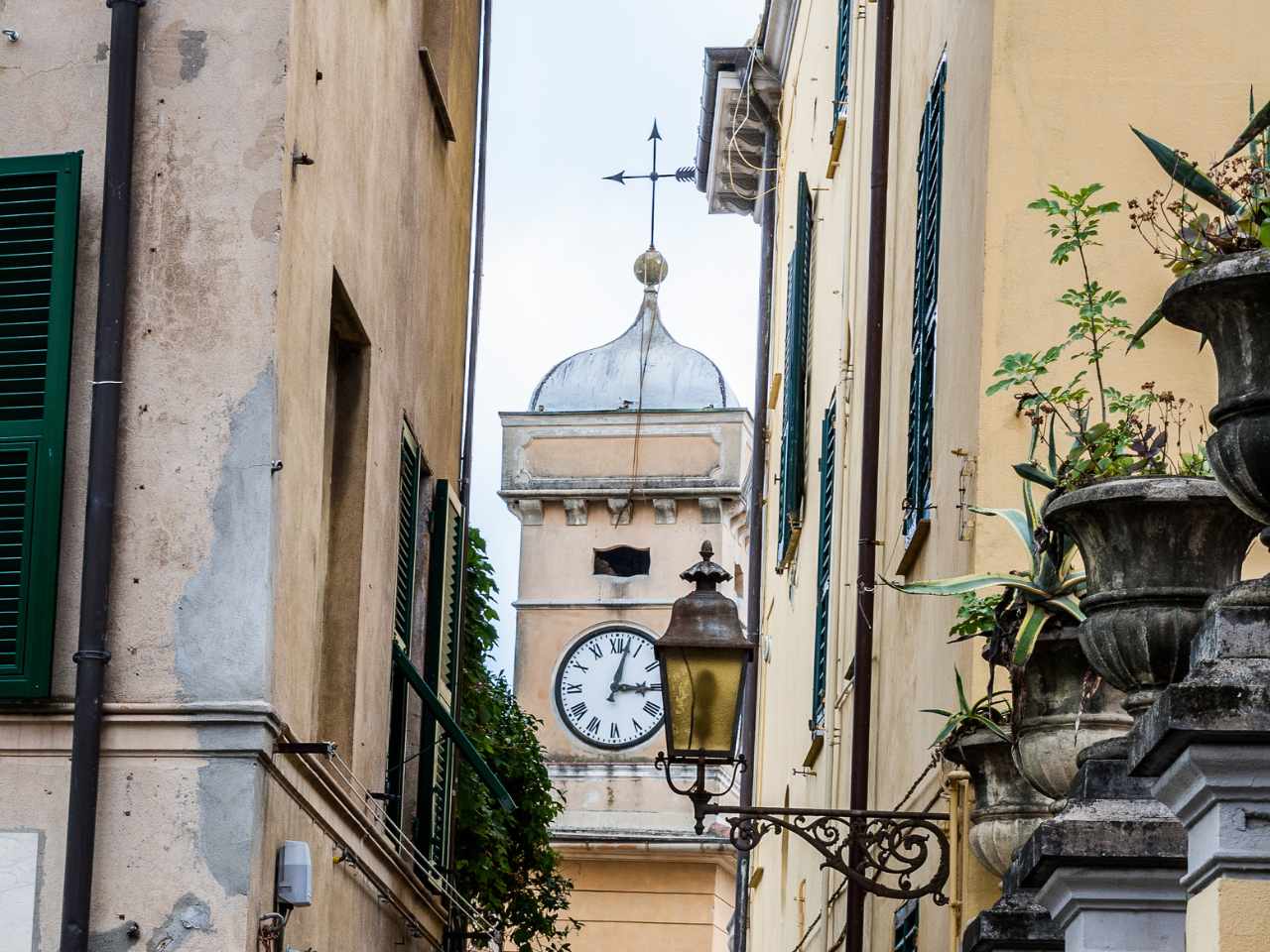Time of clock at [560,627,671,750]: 3:02
